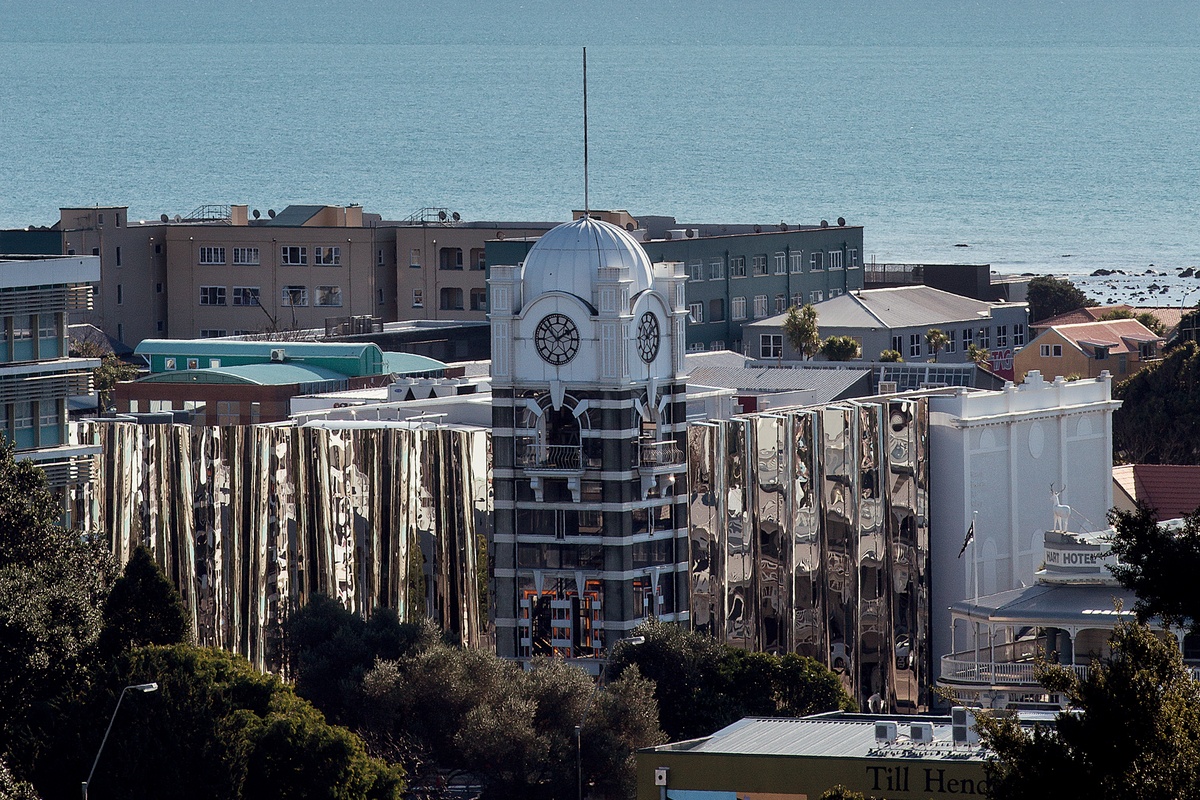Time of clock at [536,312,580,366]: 1:52
